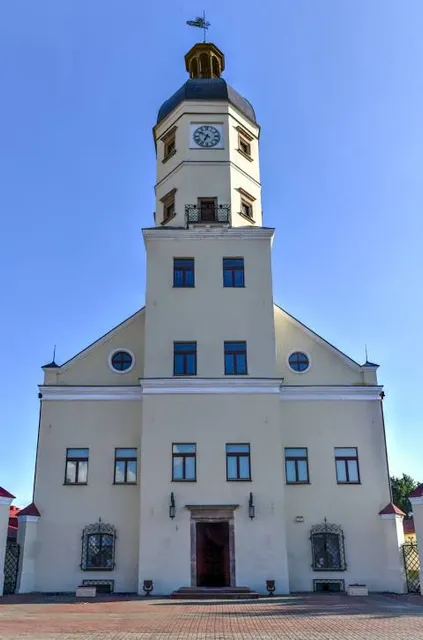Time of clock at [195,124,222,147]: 6:50
